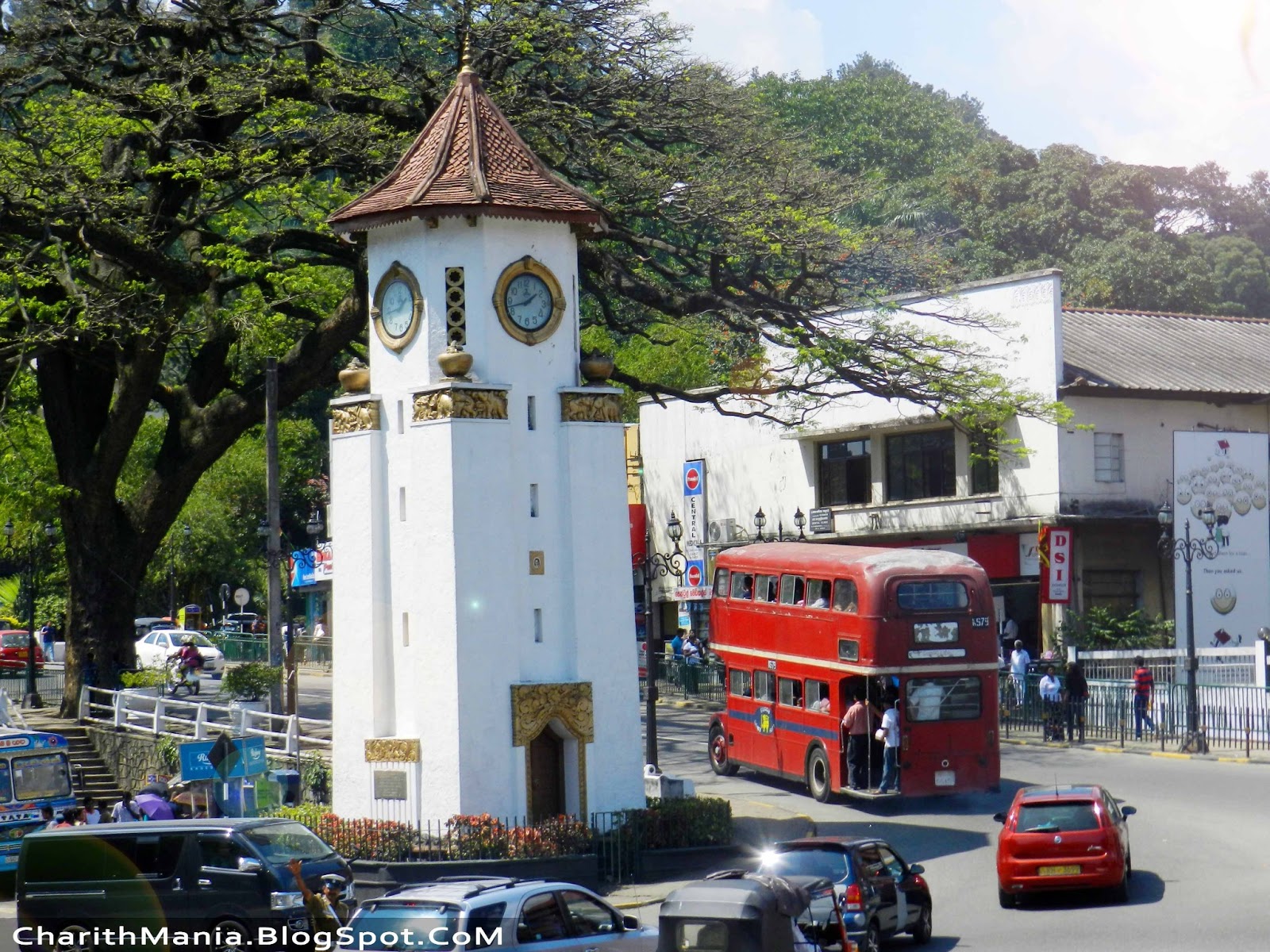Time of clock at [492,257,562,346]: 1:42
